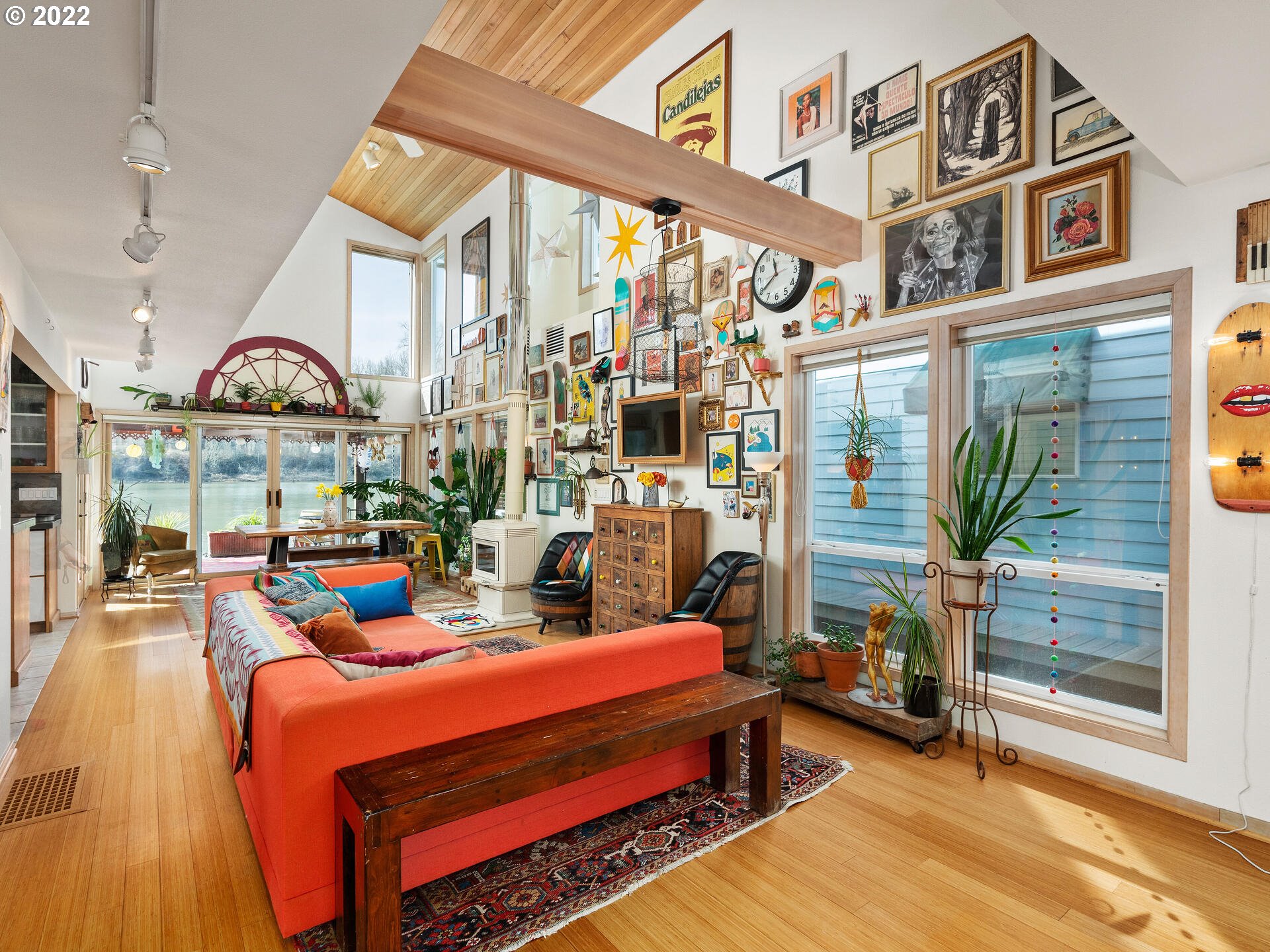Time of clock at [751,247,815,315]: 11:38
